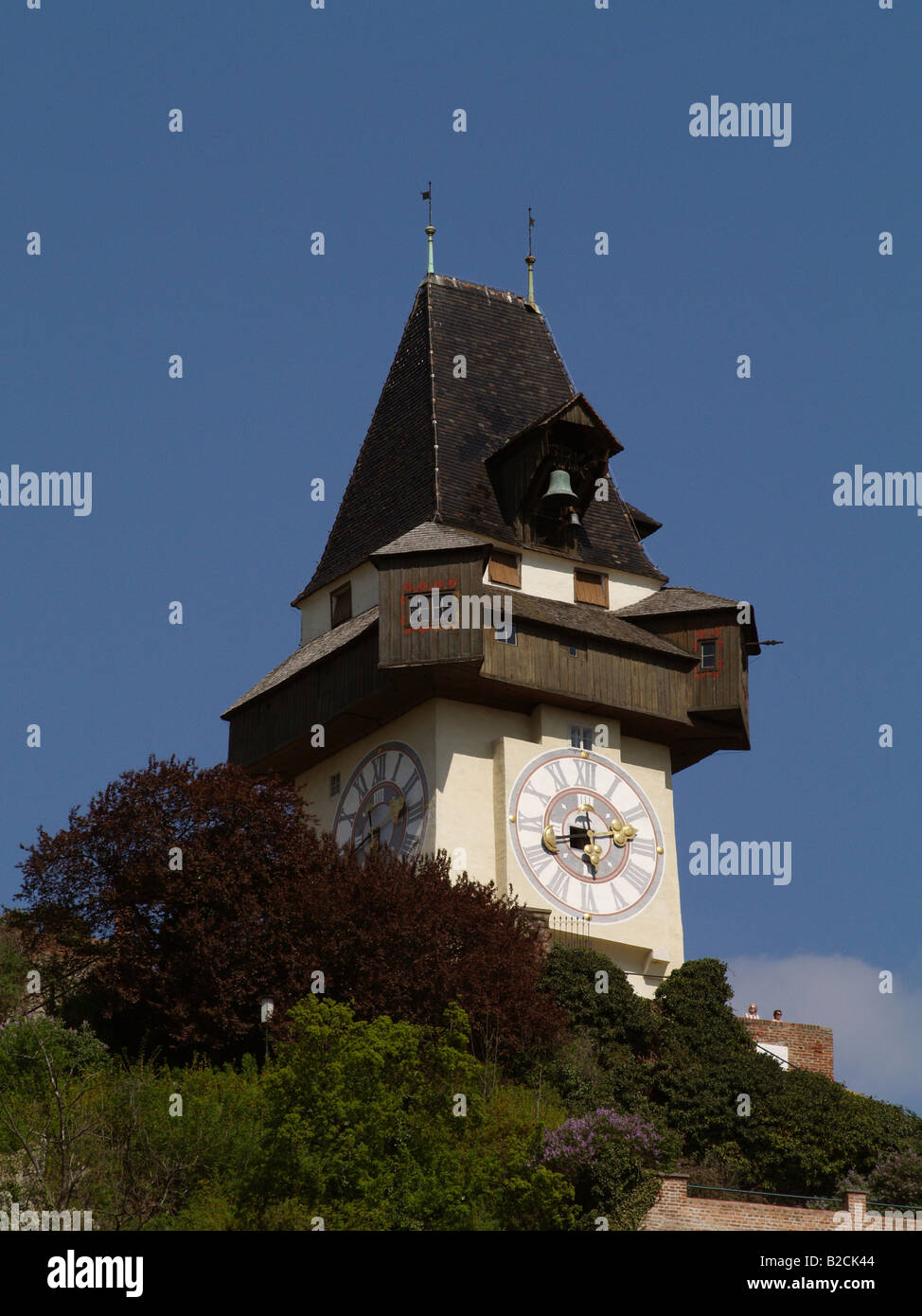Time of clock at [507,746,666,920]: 8:12
